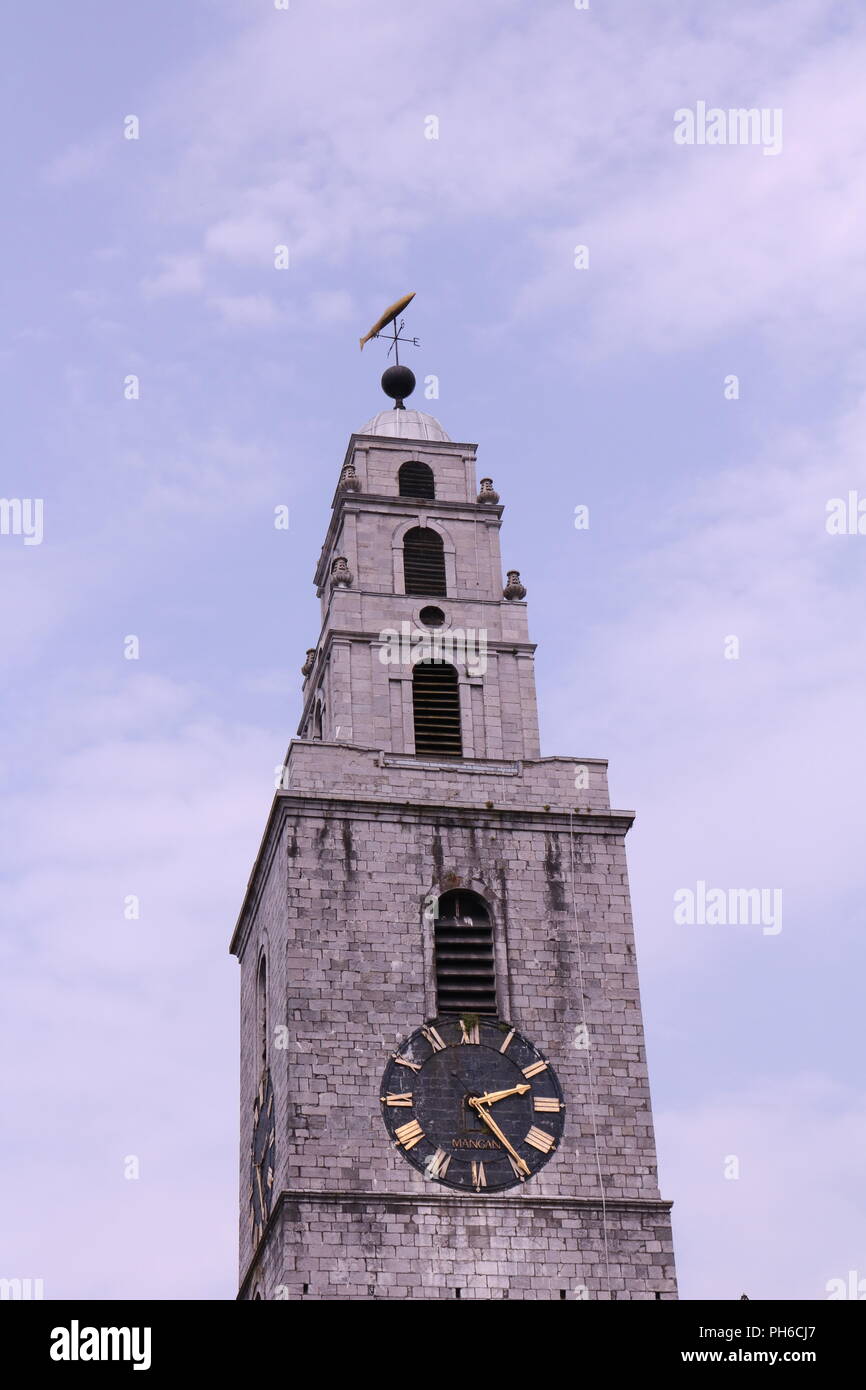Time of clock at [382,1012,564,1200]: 2:24
